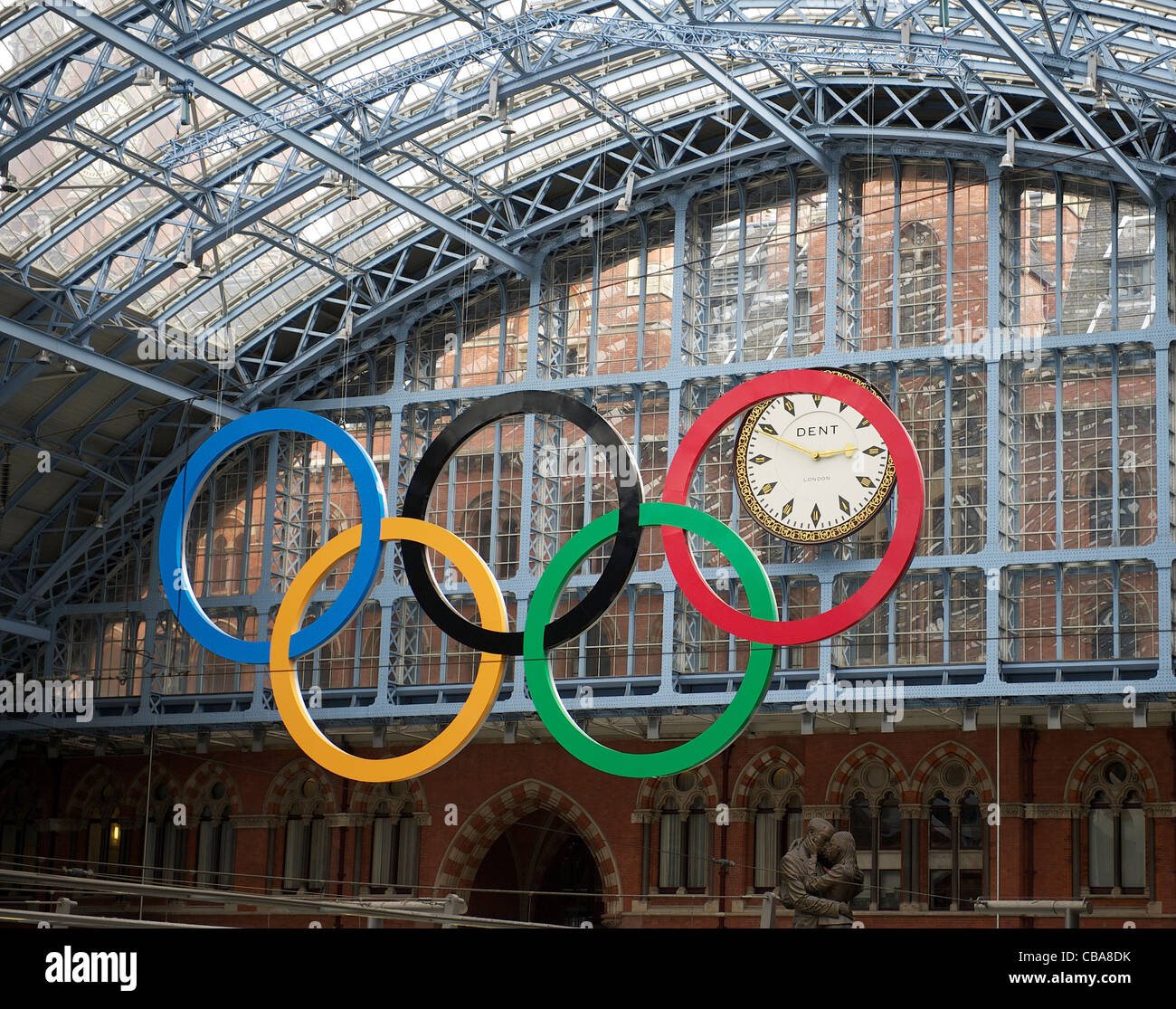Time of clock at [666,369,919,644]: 2:49
